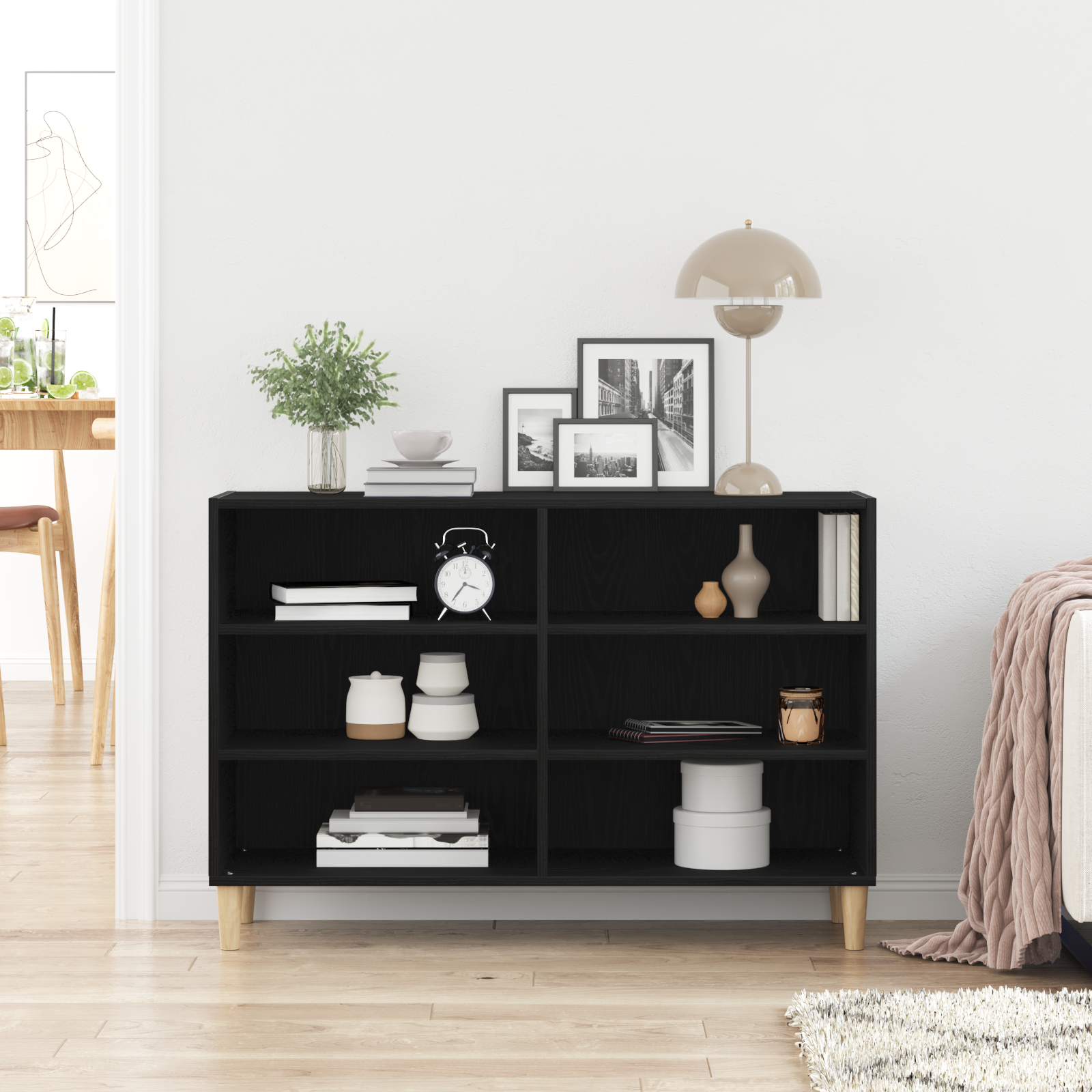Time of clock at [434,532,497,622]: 3:36
